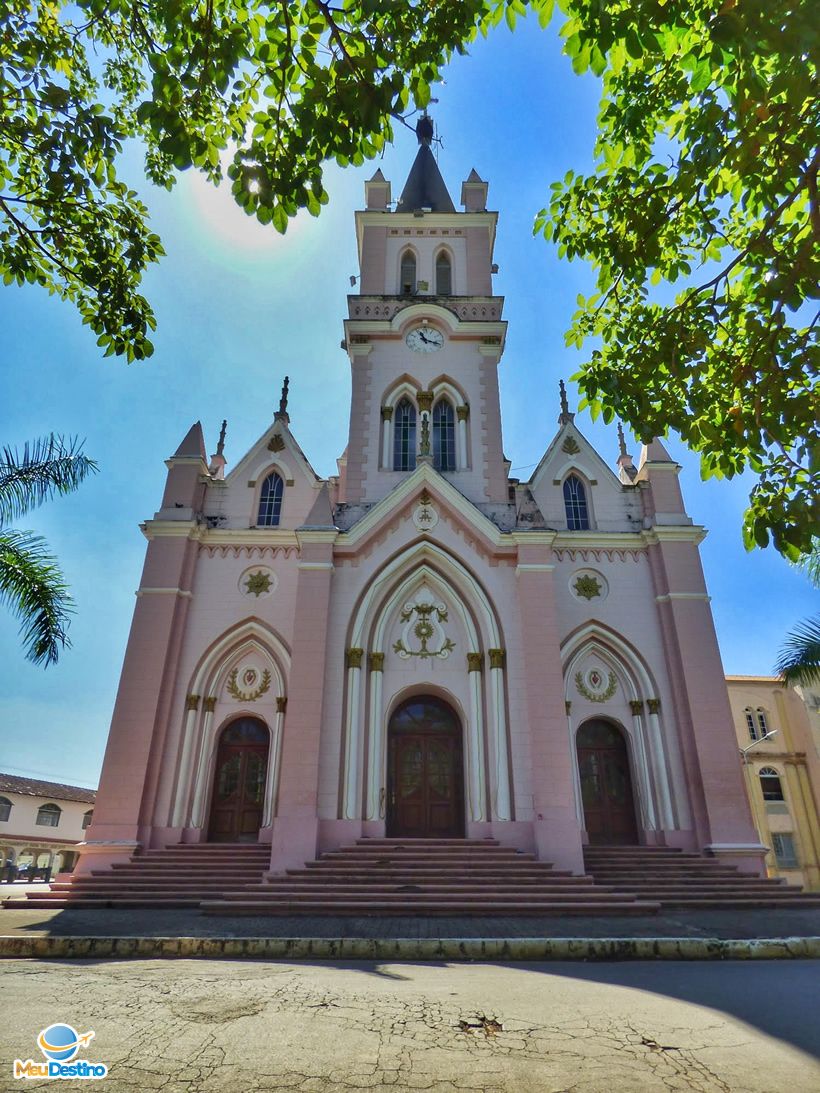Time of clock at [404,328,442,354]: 11:18
